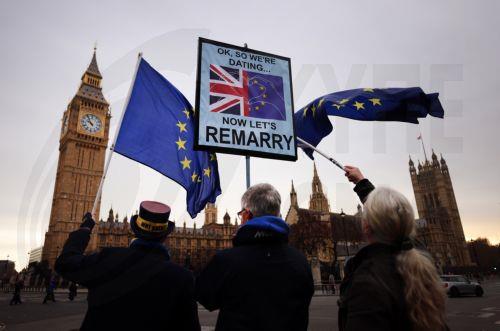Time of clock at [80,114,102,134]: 9:54
